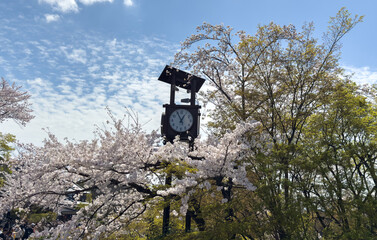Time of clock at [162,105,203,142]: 12:55
